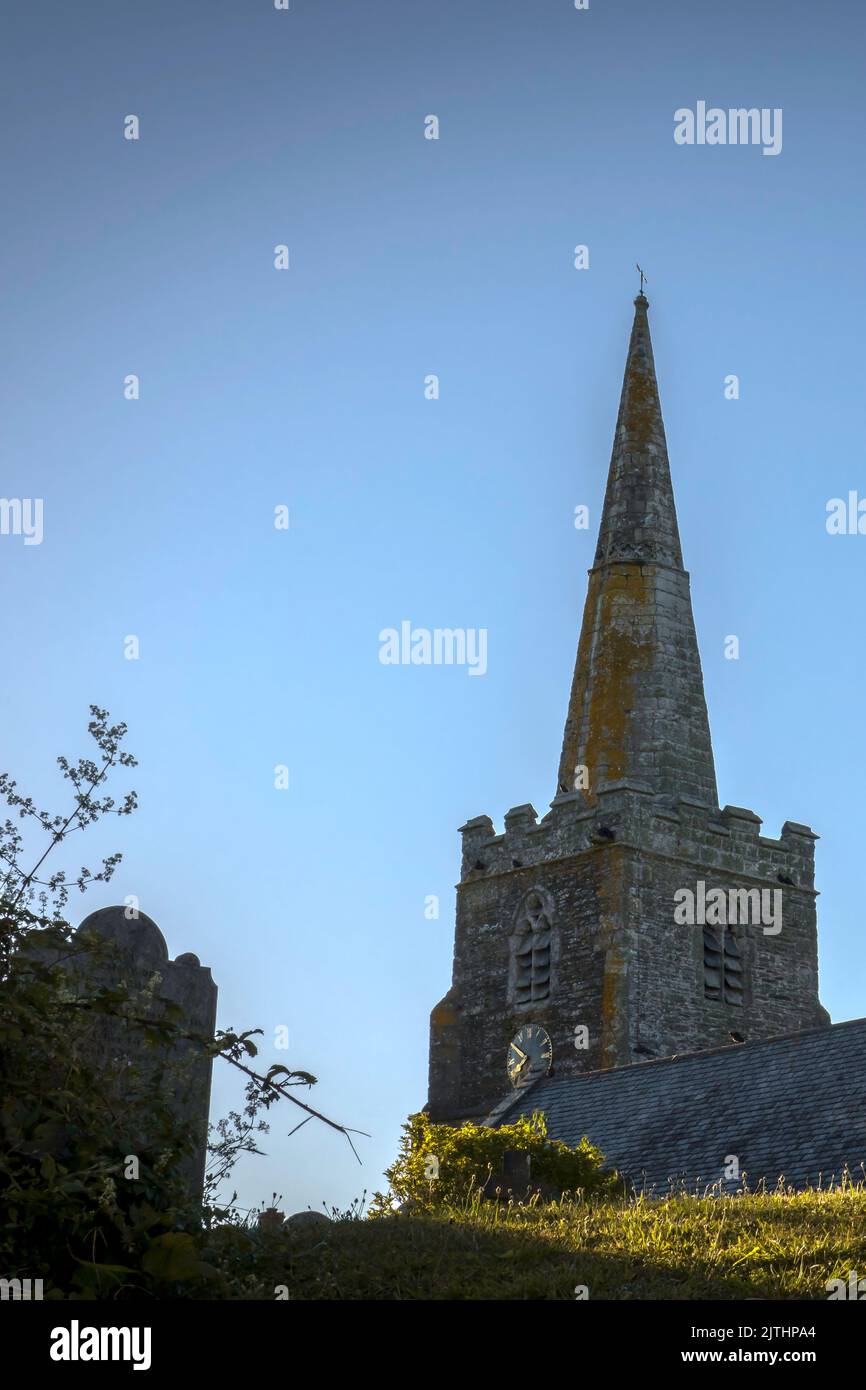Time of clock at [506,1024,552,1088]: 7:51
